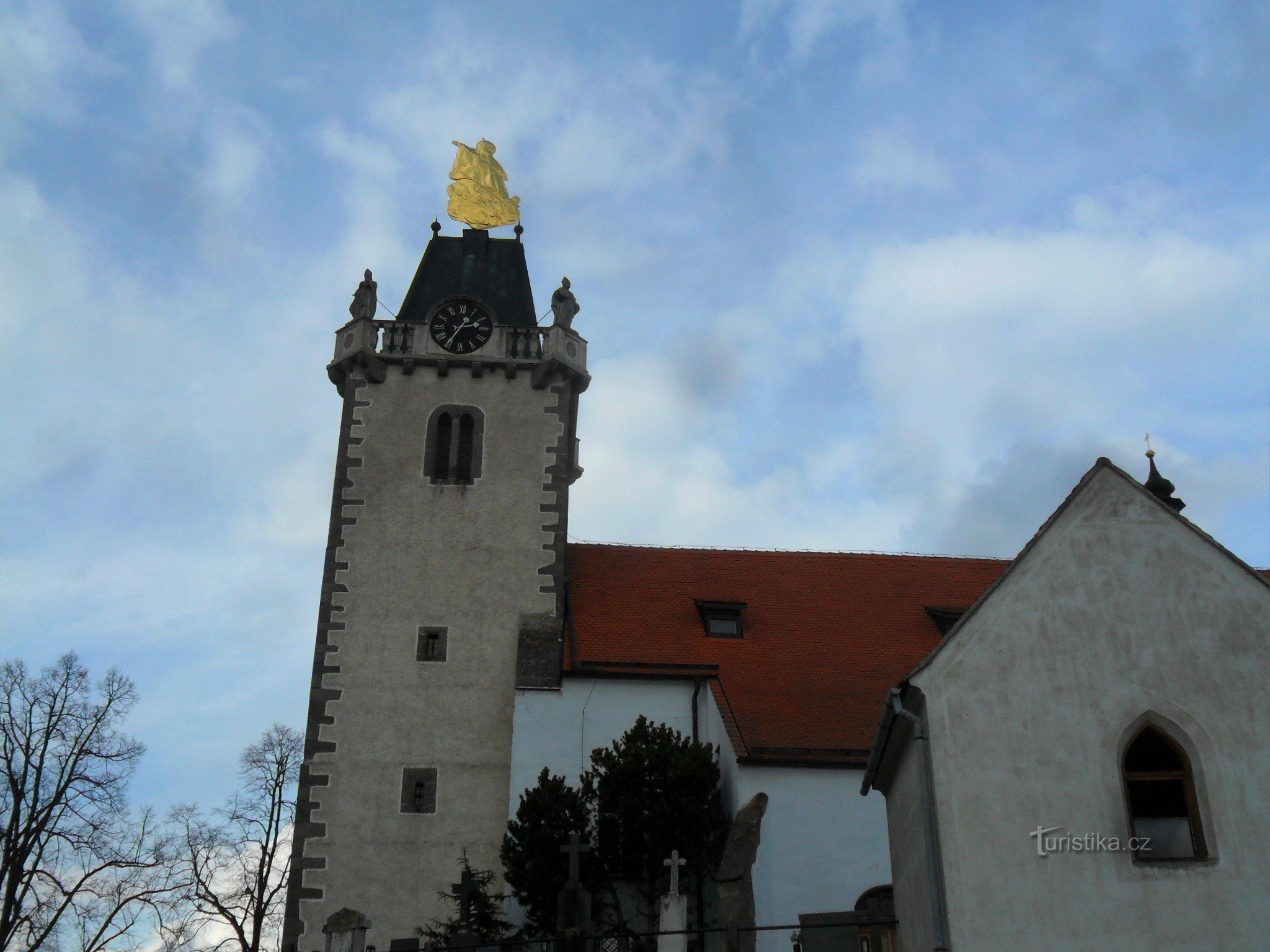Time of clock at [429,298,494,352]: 2:35
